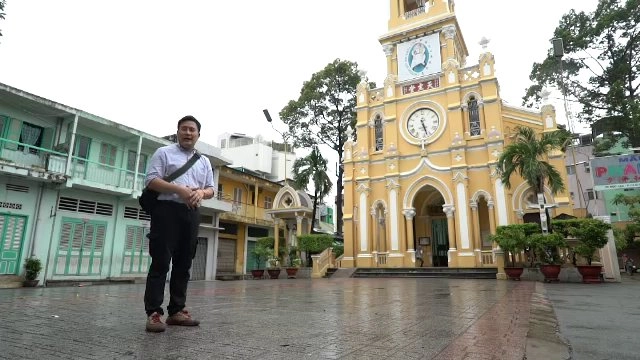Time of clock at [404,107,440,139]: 5:26
